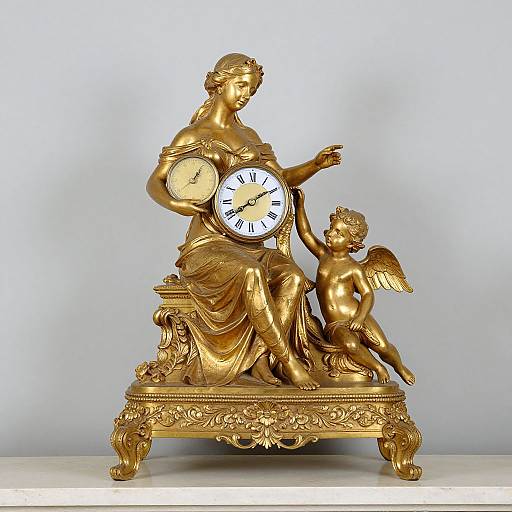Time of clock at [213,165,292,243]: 8:09
